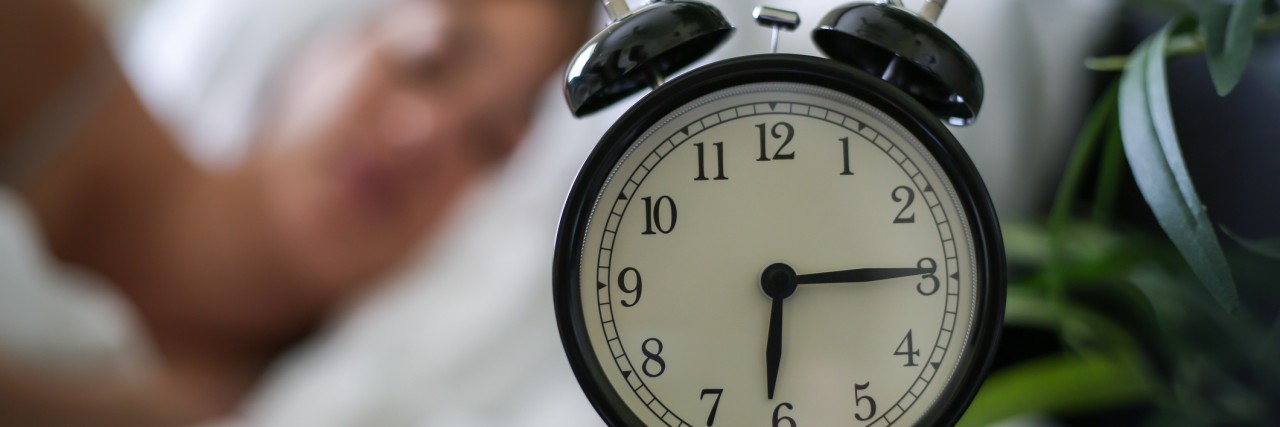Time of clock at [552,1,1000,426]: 6:14
